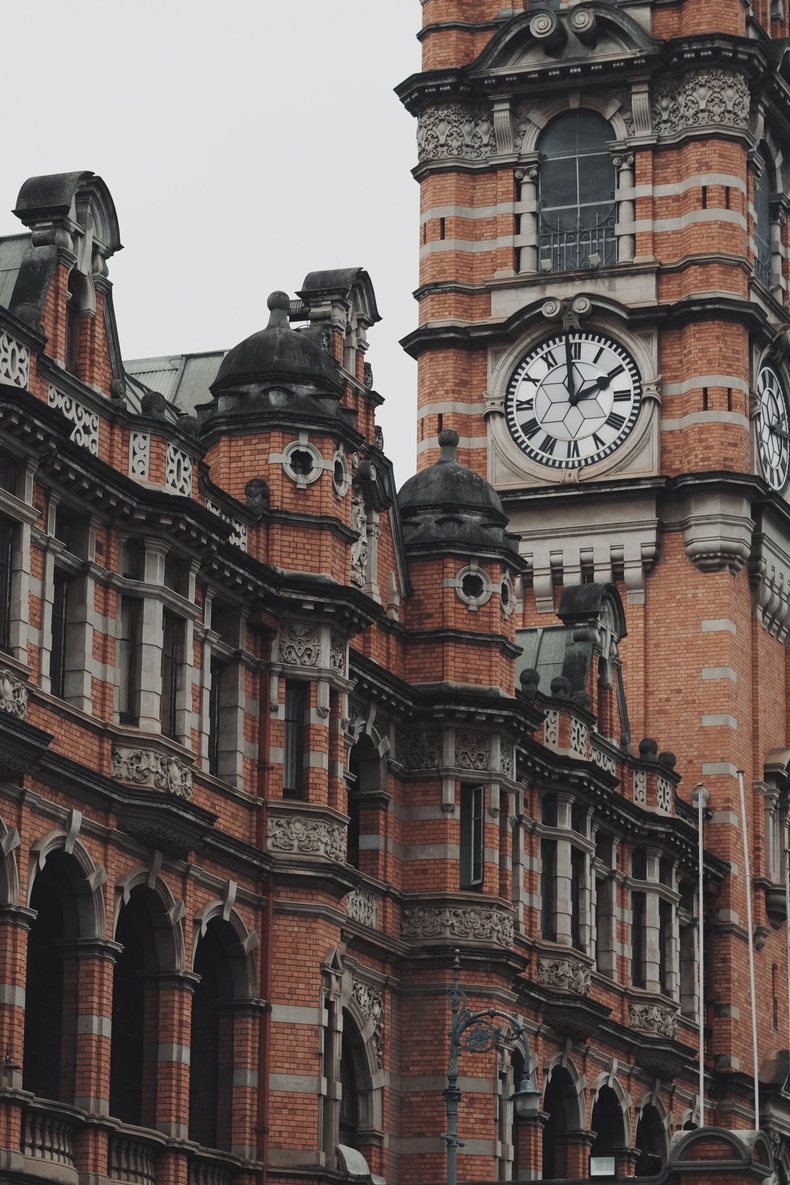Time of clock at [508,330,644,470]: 1:58
